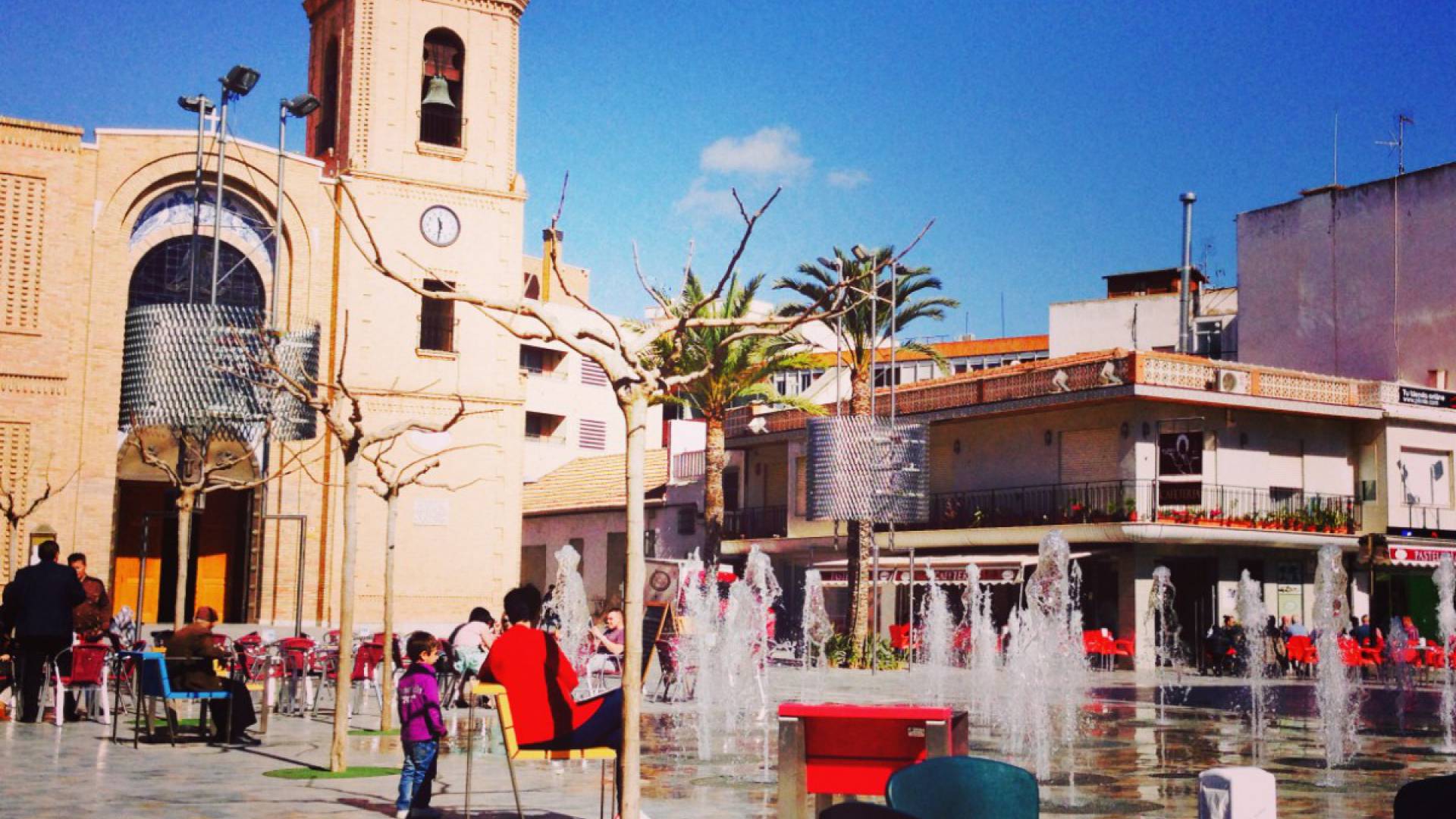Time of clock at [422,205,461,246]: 11:31
